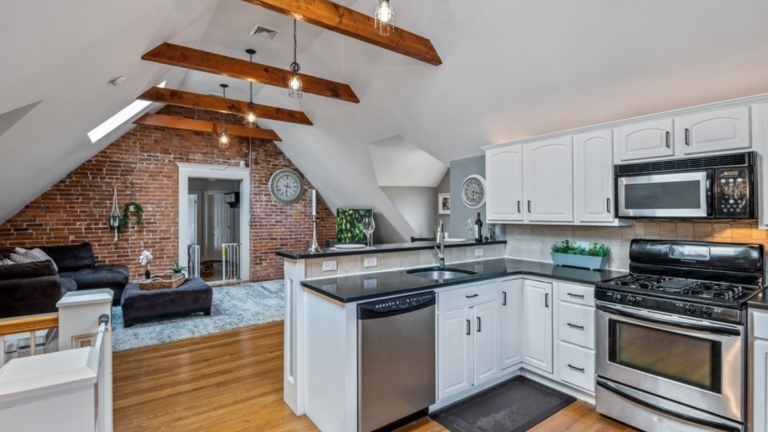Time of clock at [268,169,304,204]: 3:31
